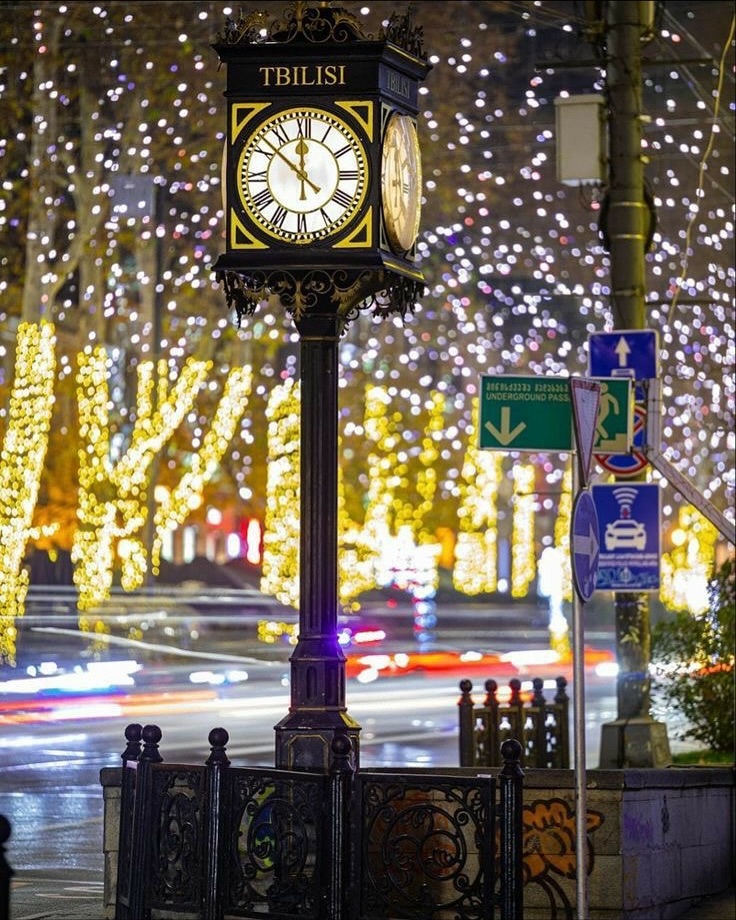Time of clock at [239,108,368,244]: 11:51
